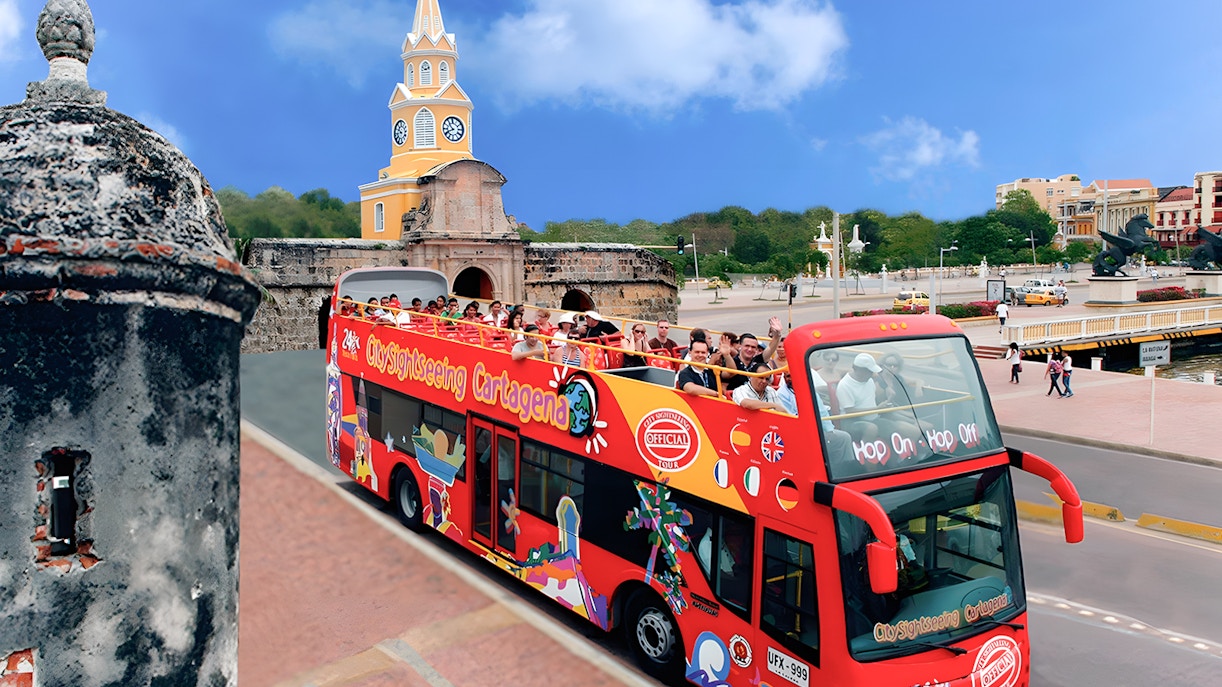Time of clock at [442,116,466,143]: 10:41
